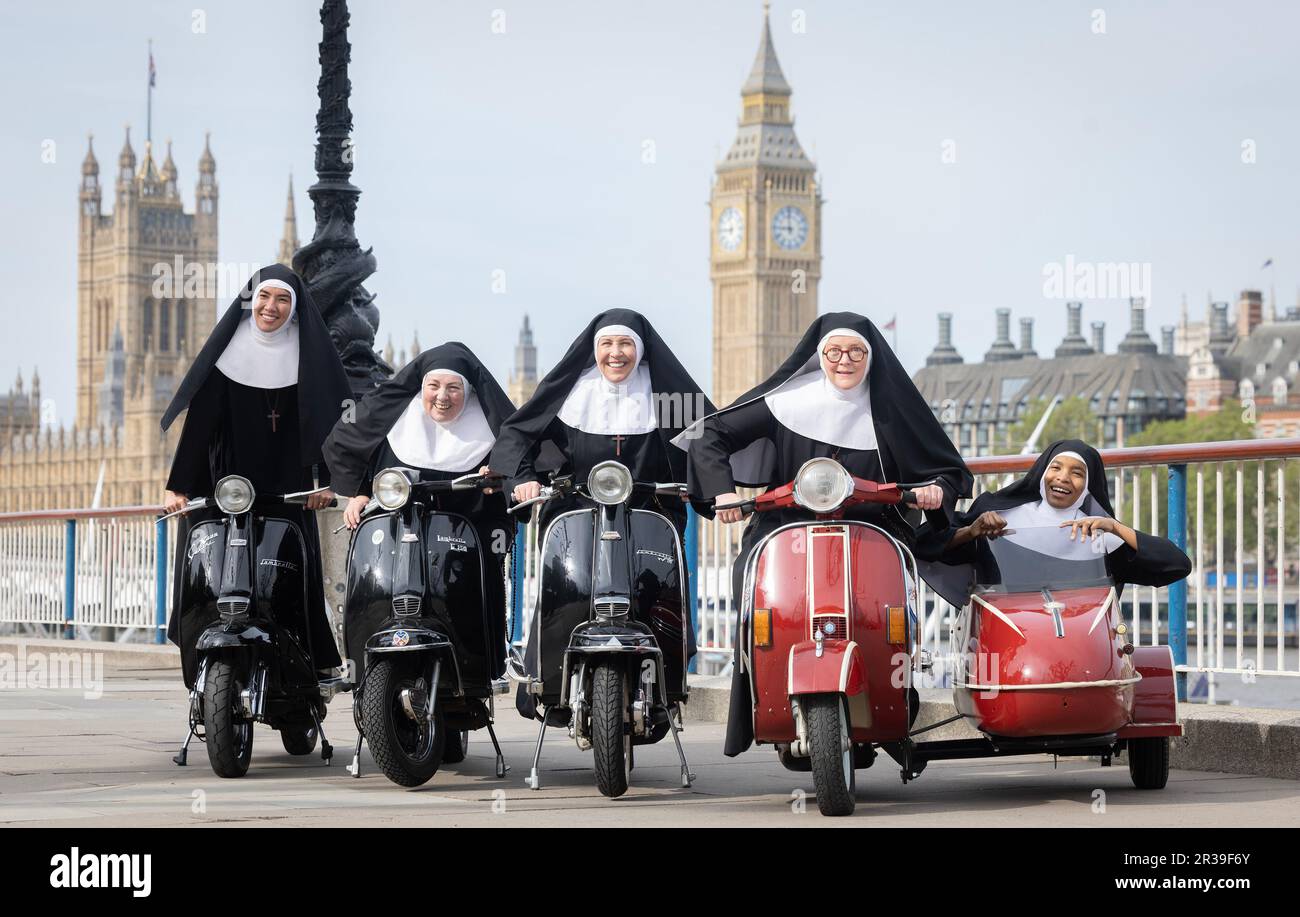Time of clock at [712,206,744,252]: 11:45
